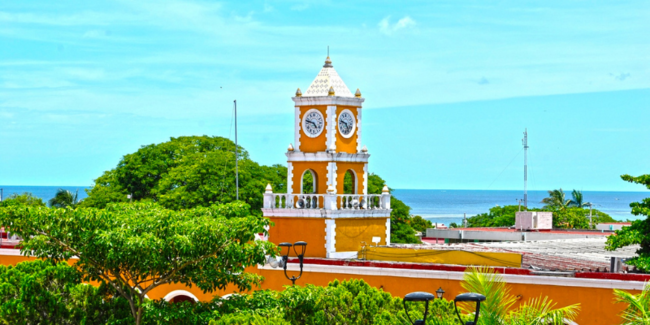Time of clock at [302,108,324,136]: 4:47
